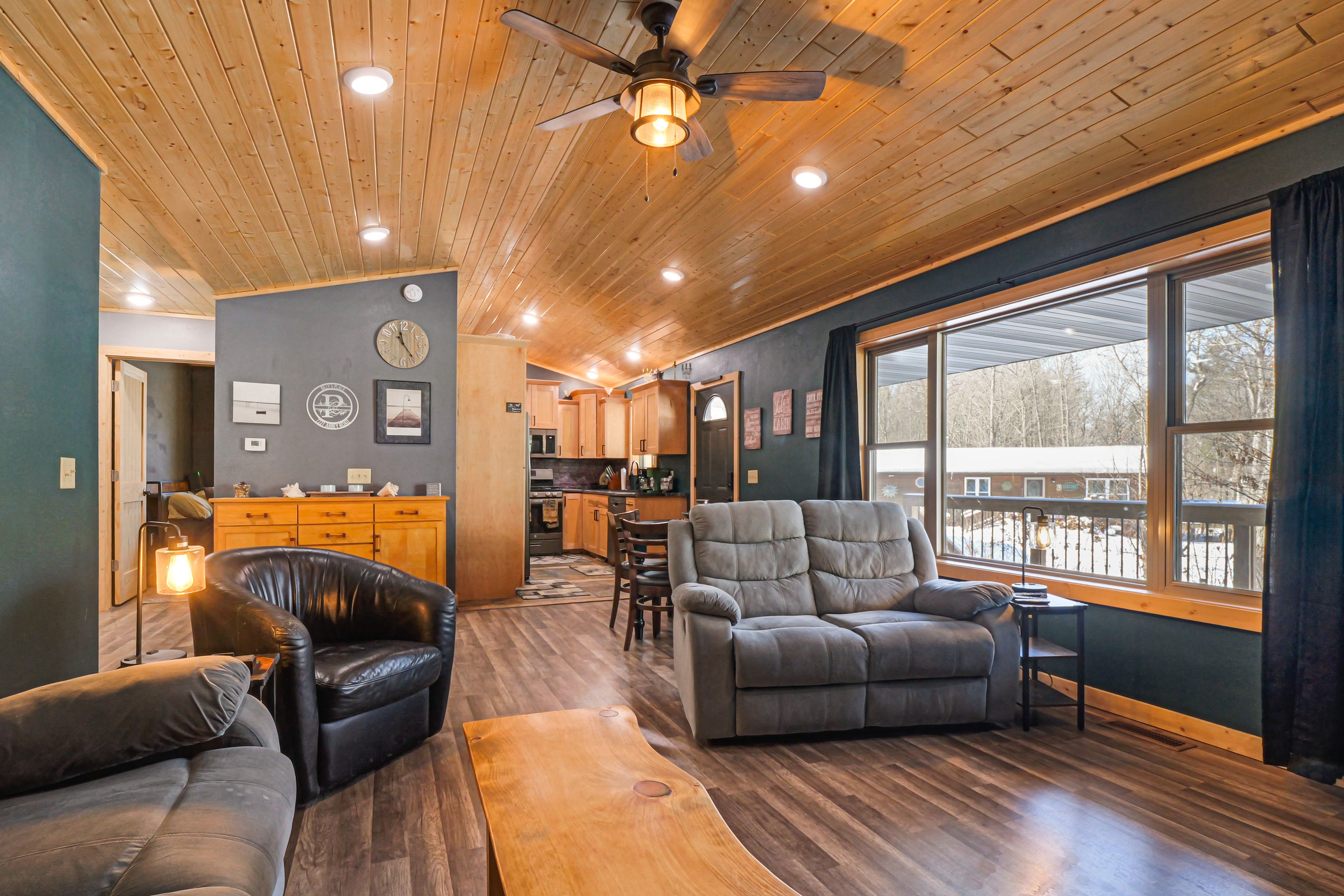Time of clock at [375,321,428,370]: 11:23
